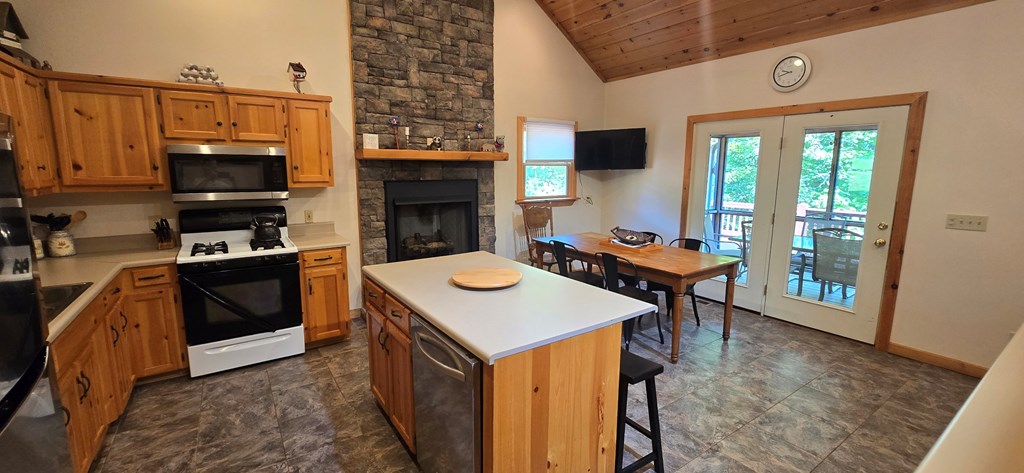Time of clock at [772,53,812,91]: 9:42
